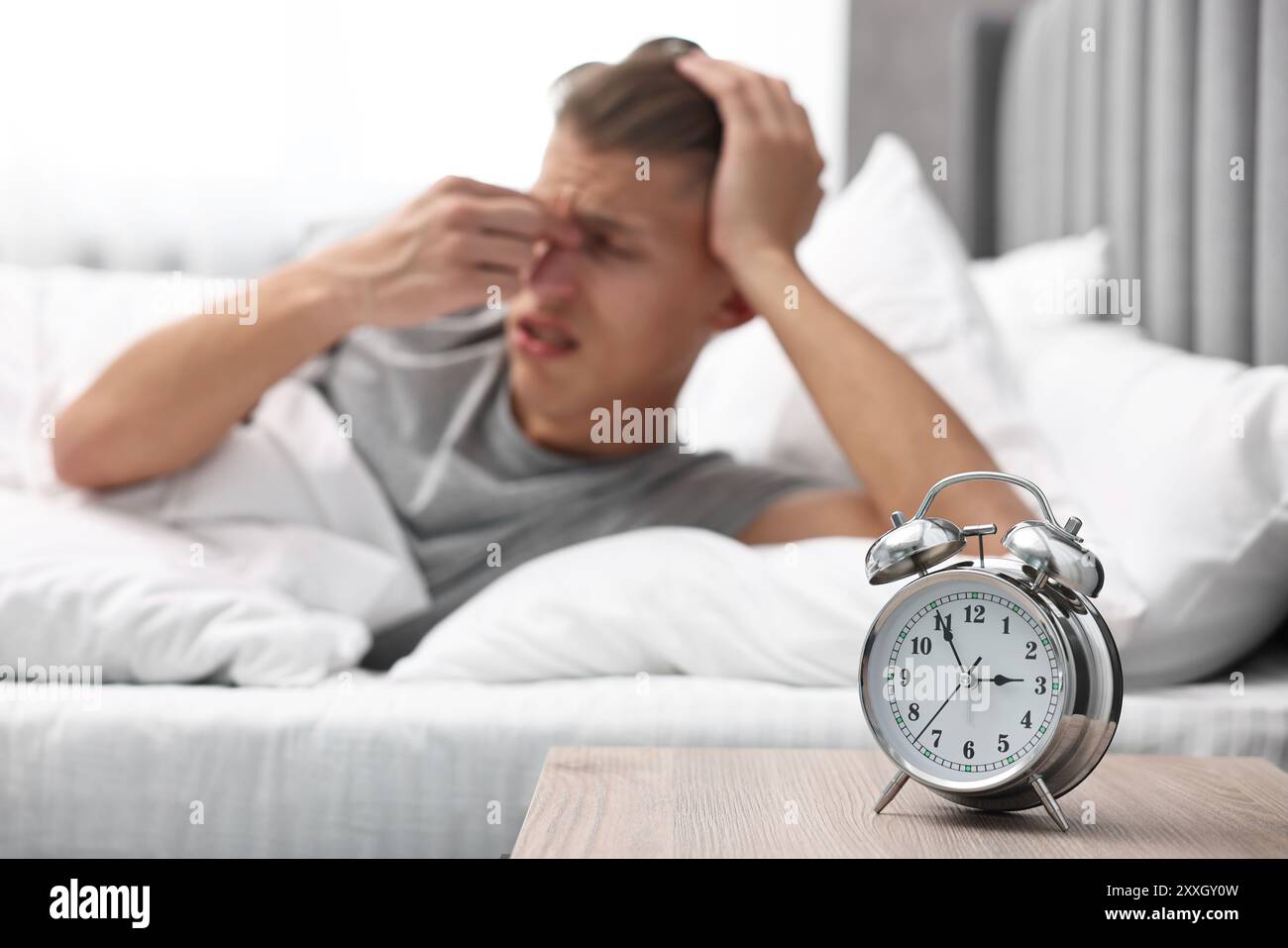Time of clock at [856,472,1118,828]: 2:55
